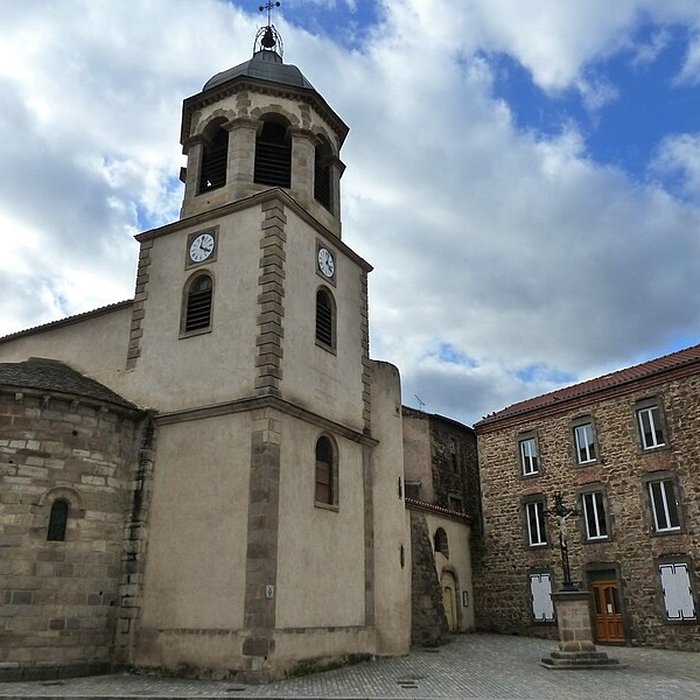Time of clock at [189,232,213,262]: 4:01
